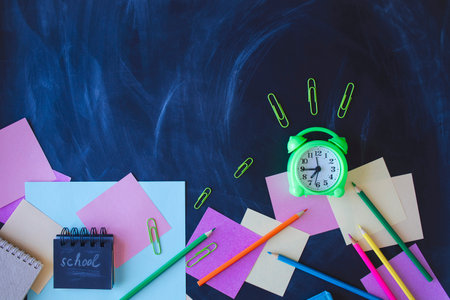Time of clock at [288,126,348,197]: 7:44
